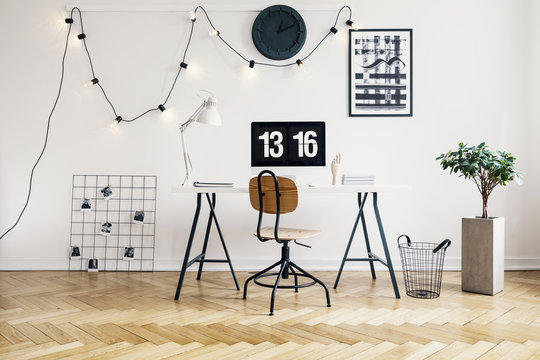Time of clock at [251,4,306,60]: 12:10
